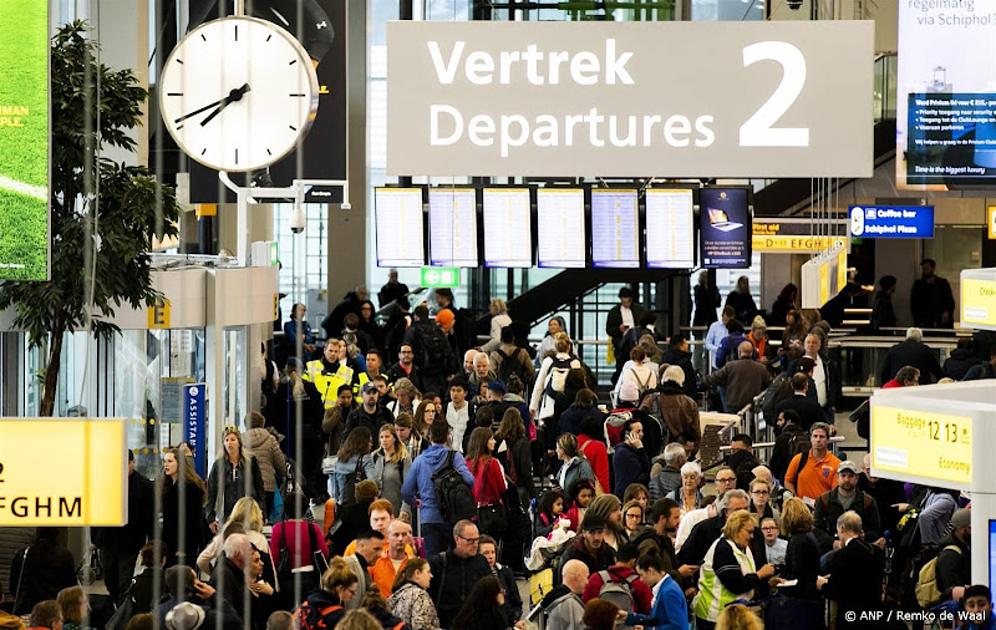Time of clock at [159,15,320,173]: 7:41
